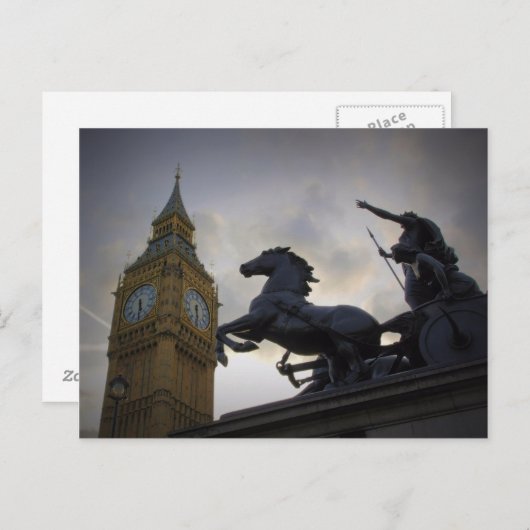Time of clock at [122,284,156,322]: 5:30
